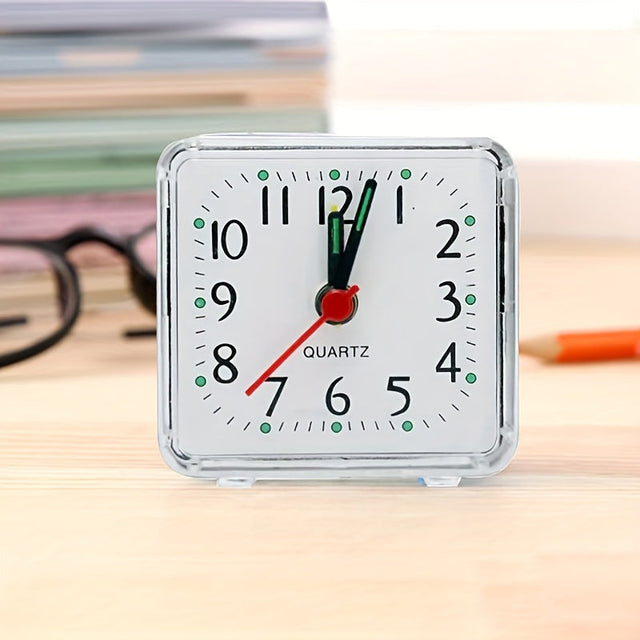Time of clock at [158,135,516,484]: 12:02
